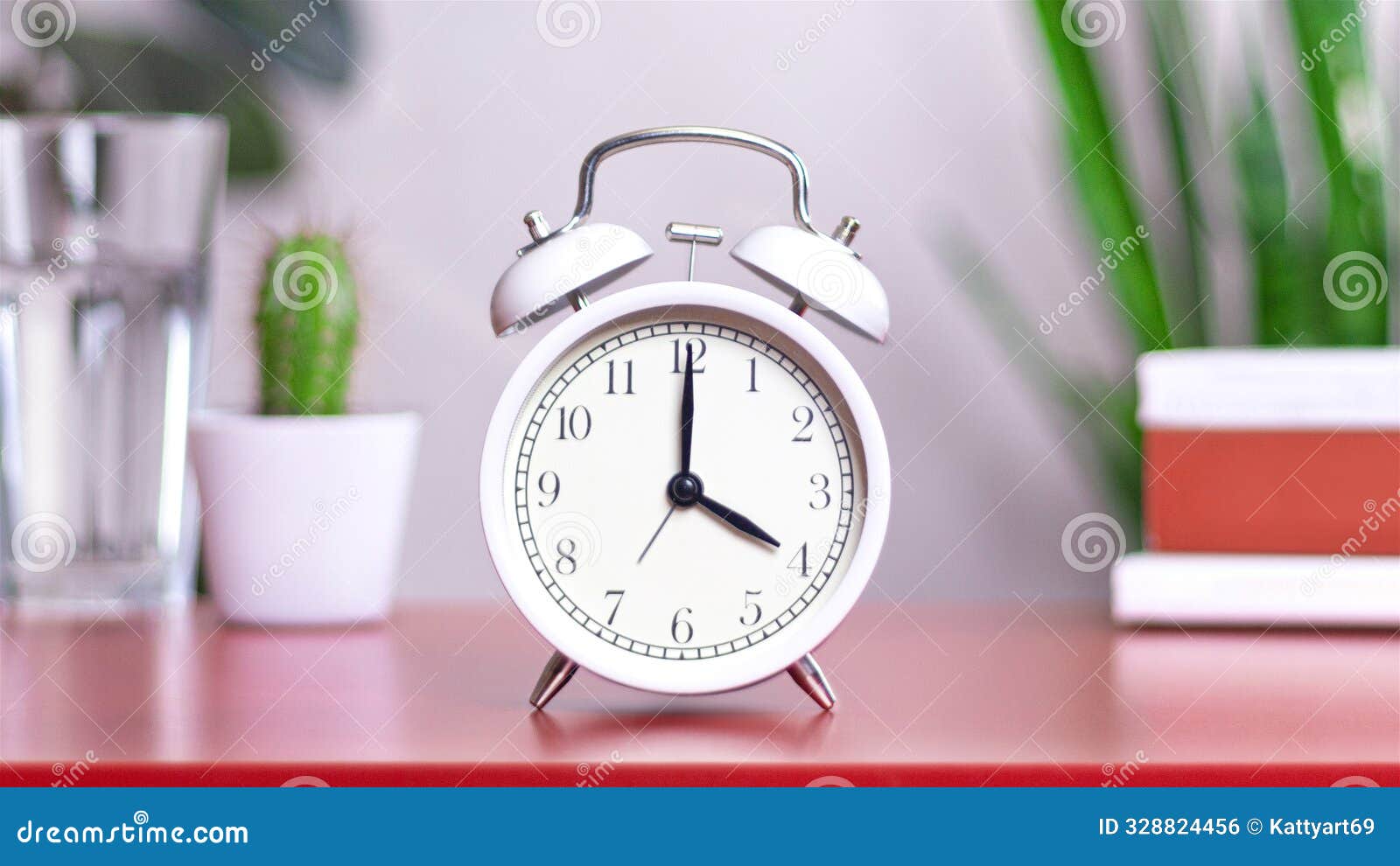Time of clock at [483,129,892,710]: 4:00
